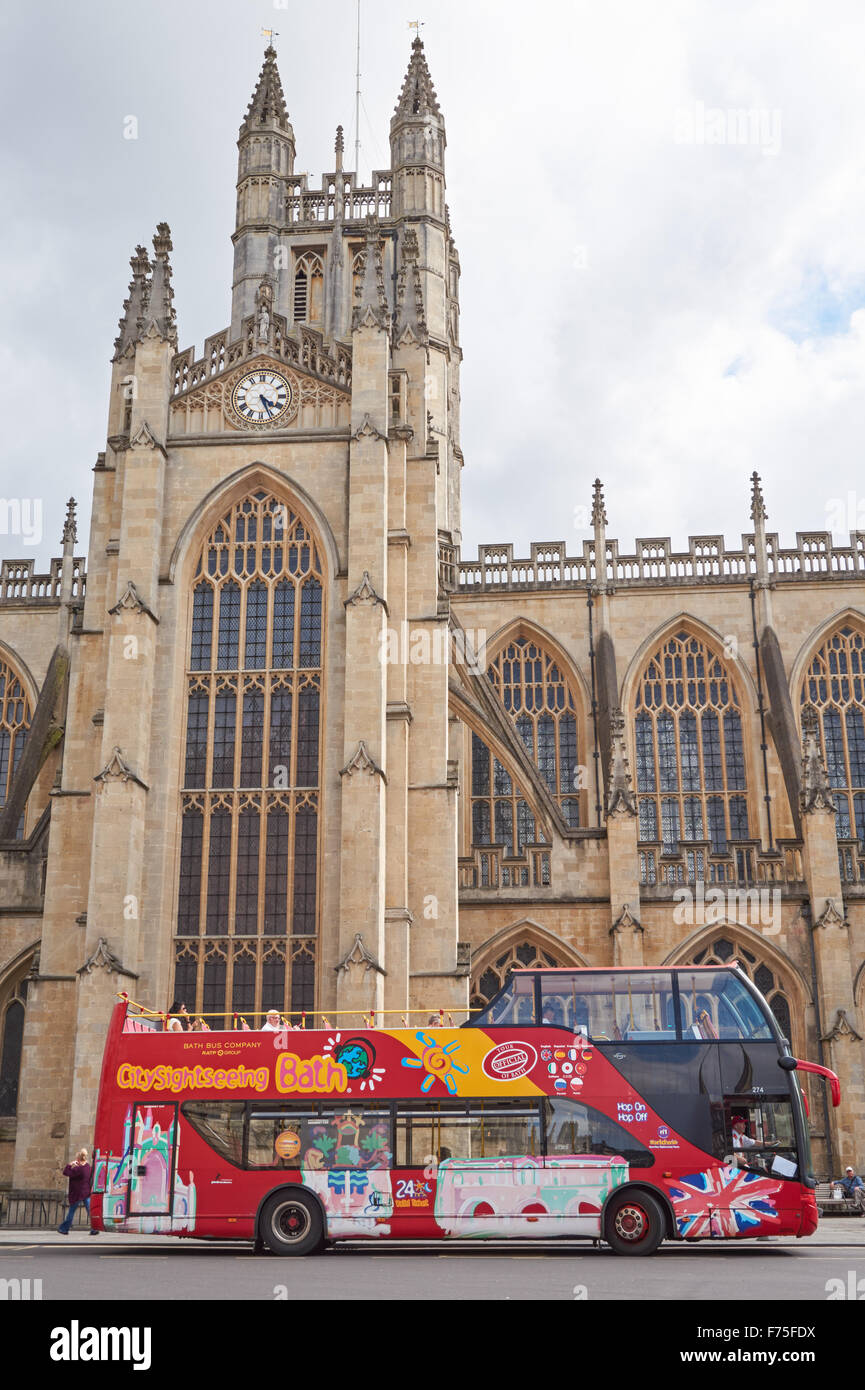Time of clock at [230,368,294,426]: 4:26
